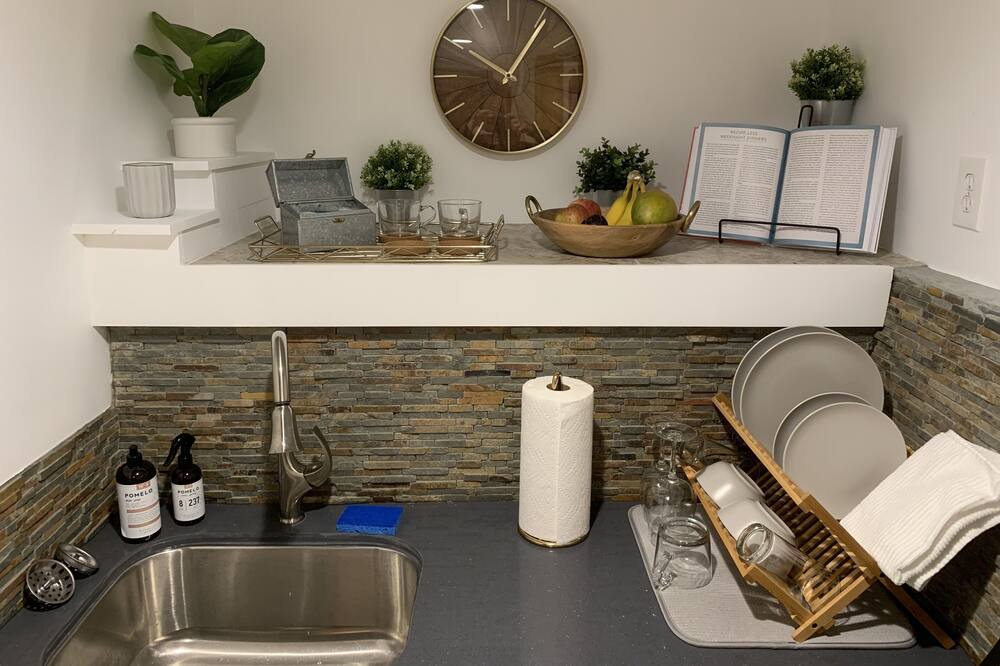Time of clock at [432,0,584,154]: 10:05
